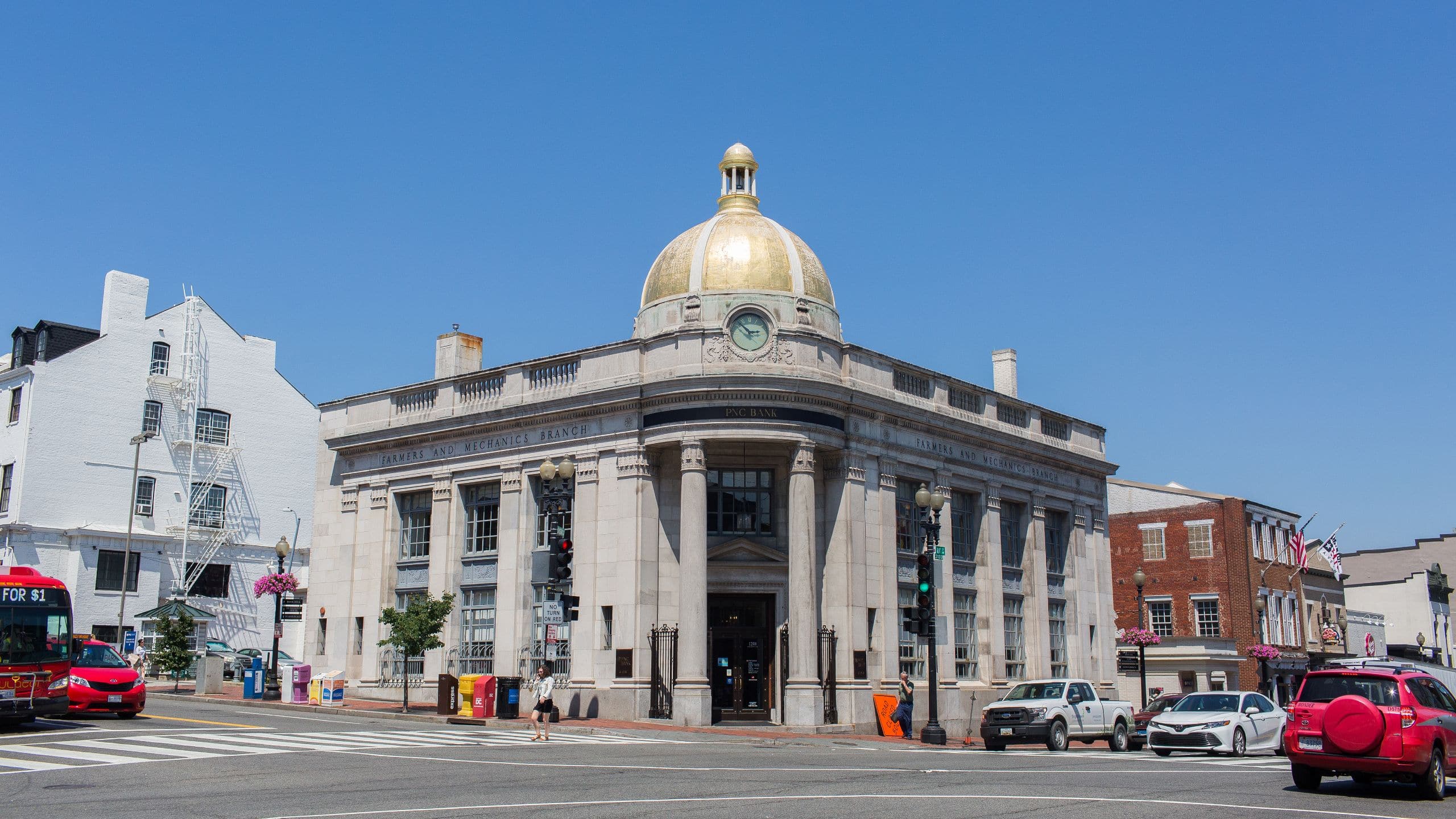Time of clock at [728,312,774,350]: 2:52
